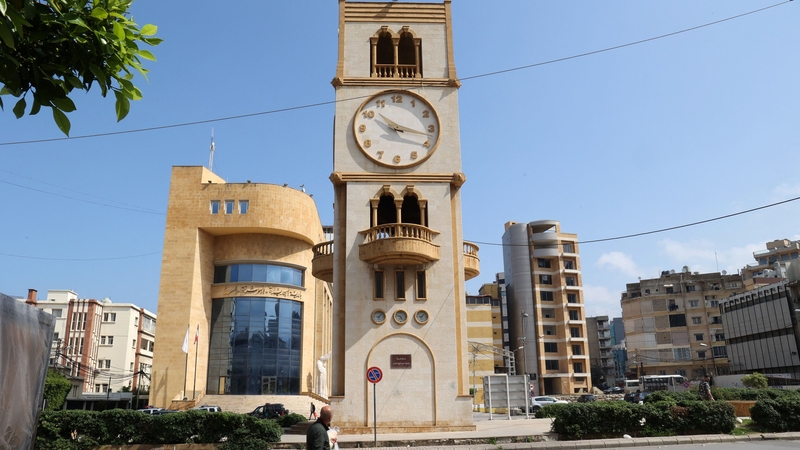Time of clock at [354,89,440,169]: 10:17
